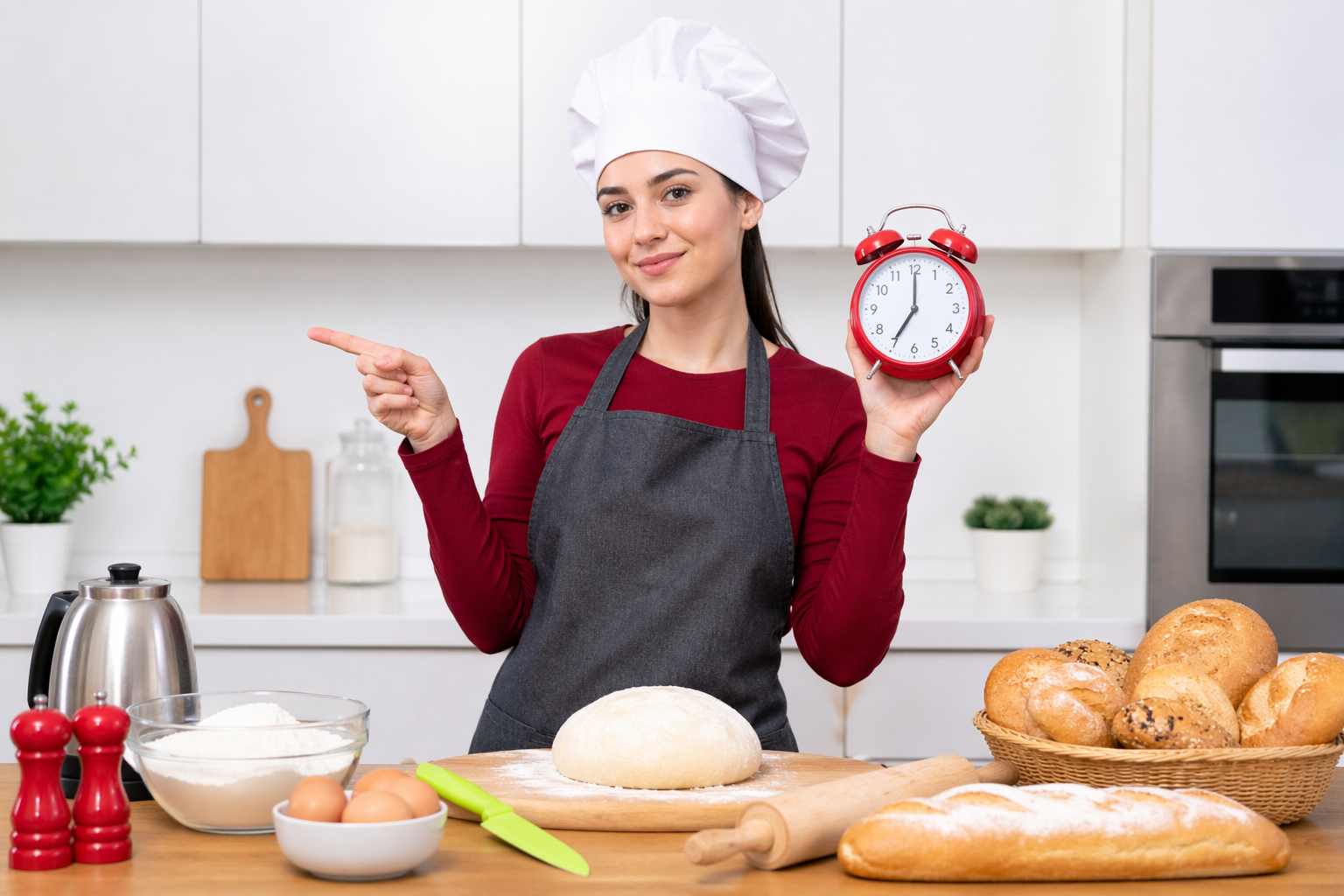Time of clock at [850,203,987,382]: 7:00
